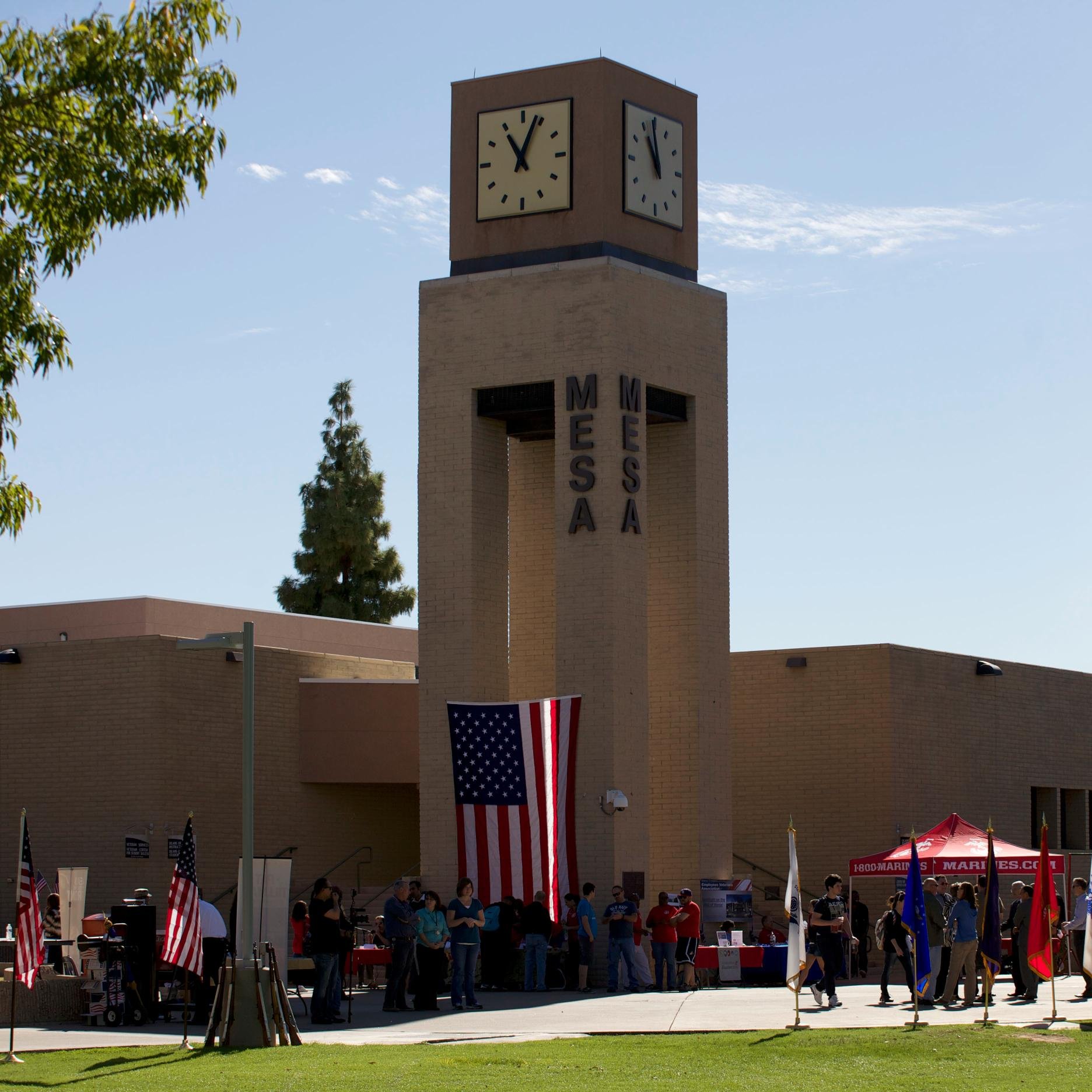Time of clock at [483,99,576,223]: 11:03
